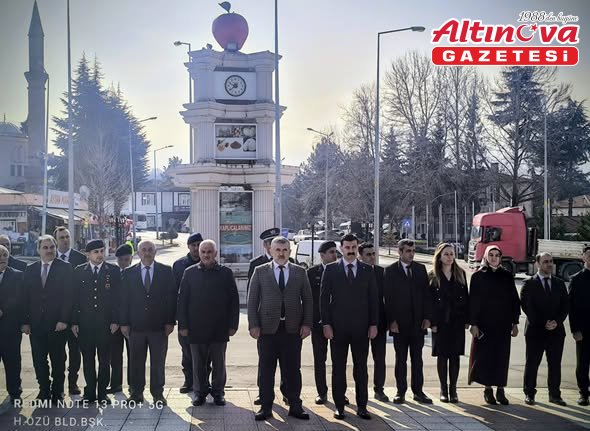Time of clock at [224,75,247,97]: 9:38
